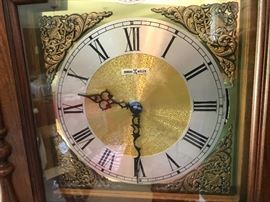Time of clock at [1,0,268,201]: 9:30
